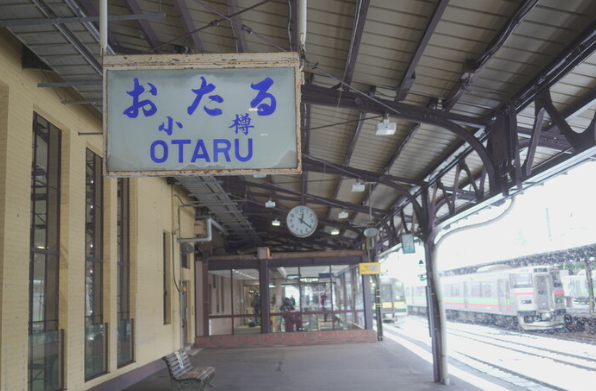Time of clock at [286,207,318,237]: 12:20
